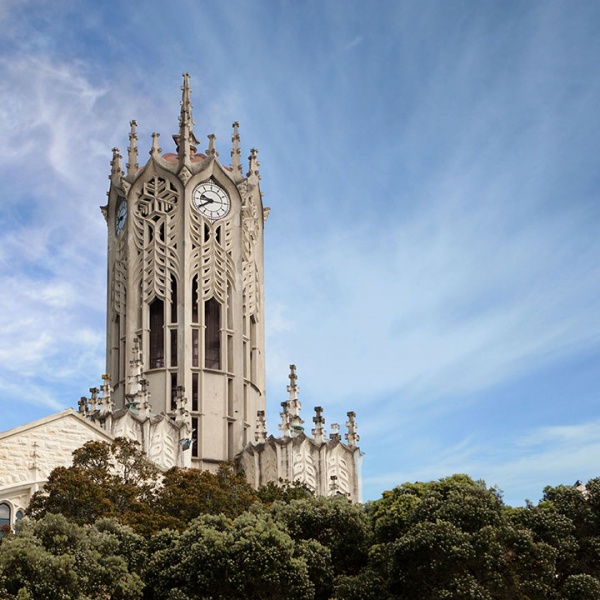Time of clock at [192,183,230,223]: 9:39
